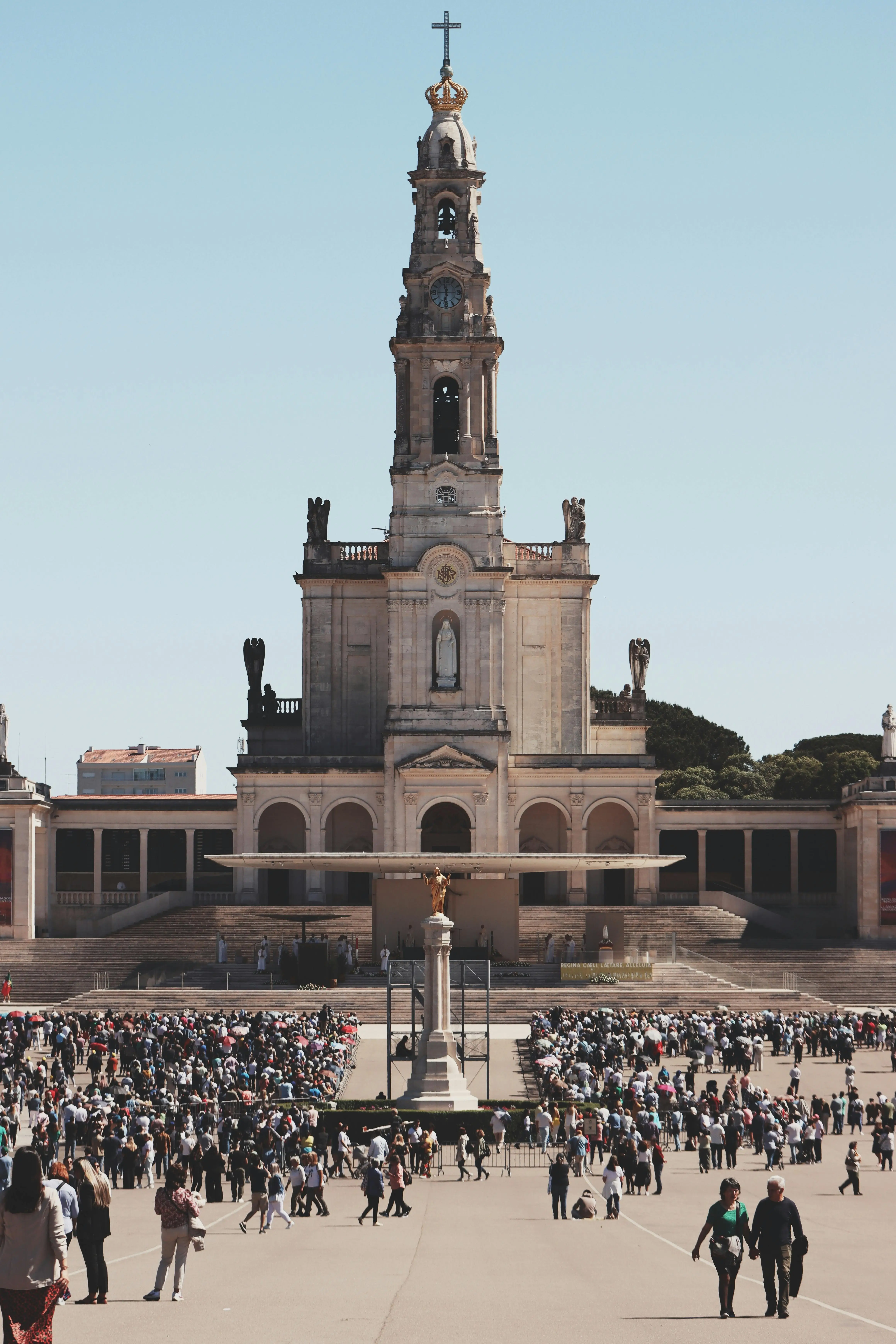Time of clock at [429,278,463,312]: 11:32
